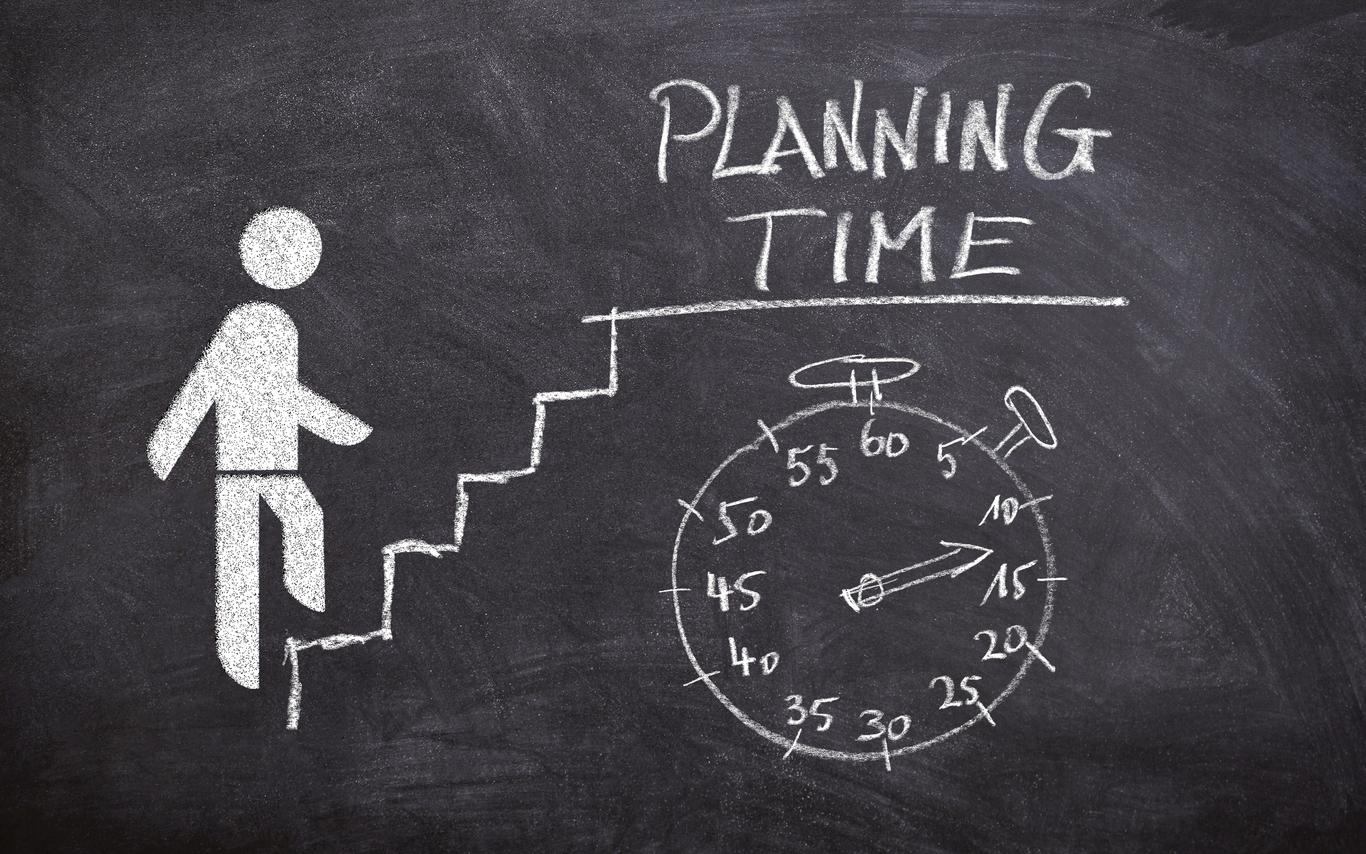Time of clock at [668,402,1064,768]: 2:12
